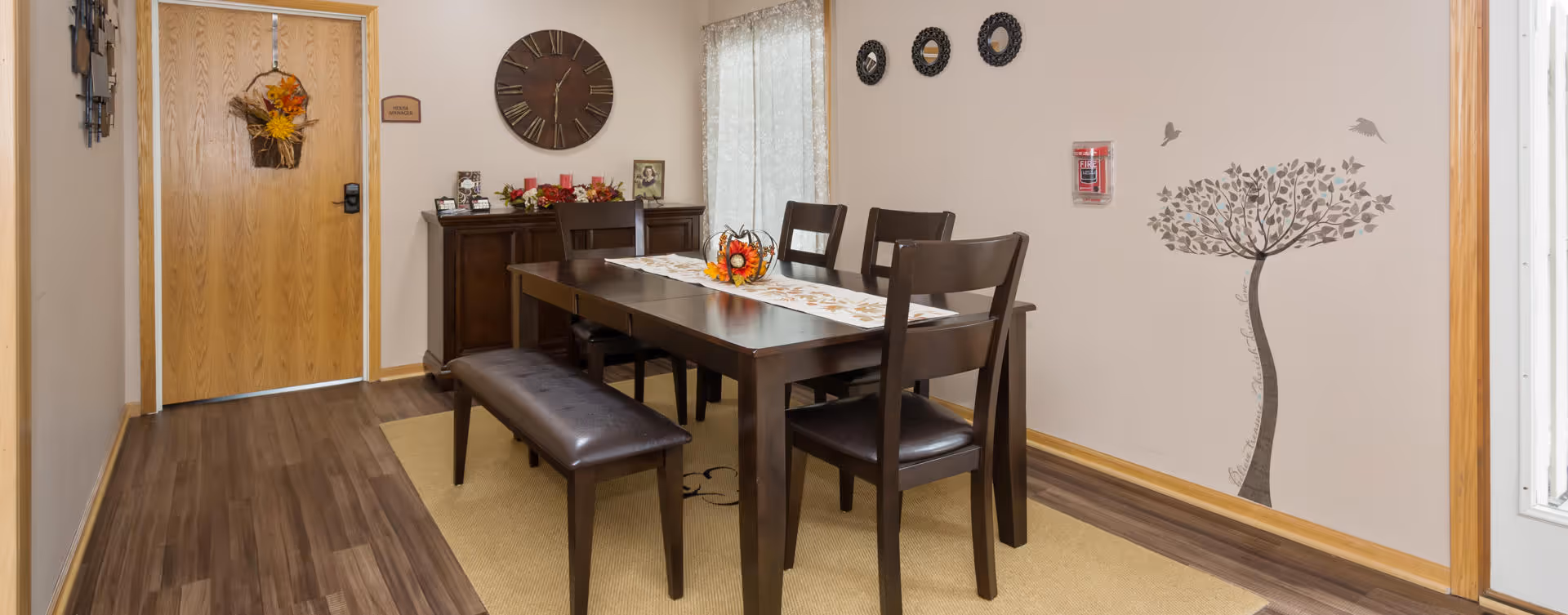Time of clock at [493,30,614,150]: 1:30
